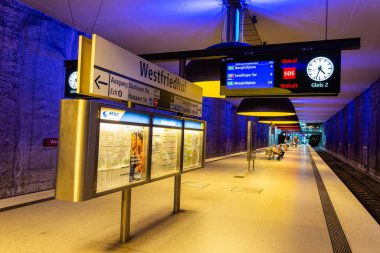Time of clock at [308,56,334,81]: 4:33
